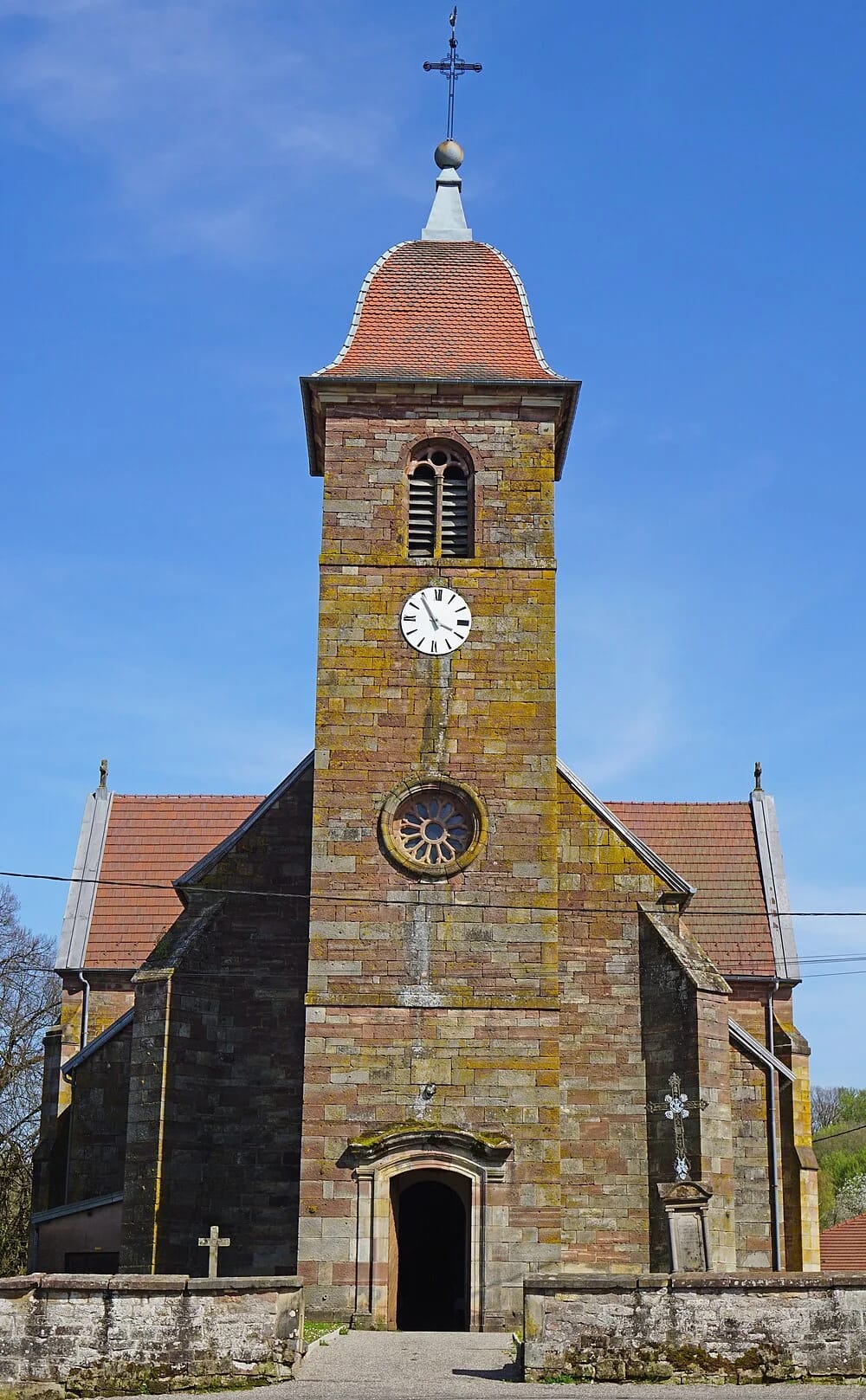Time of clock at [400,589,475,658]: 3:54
